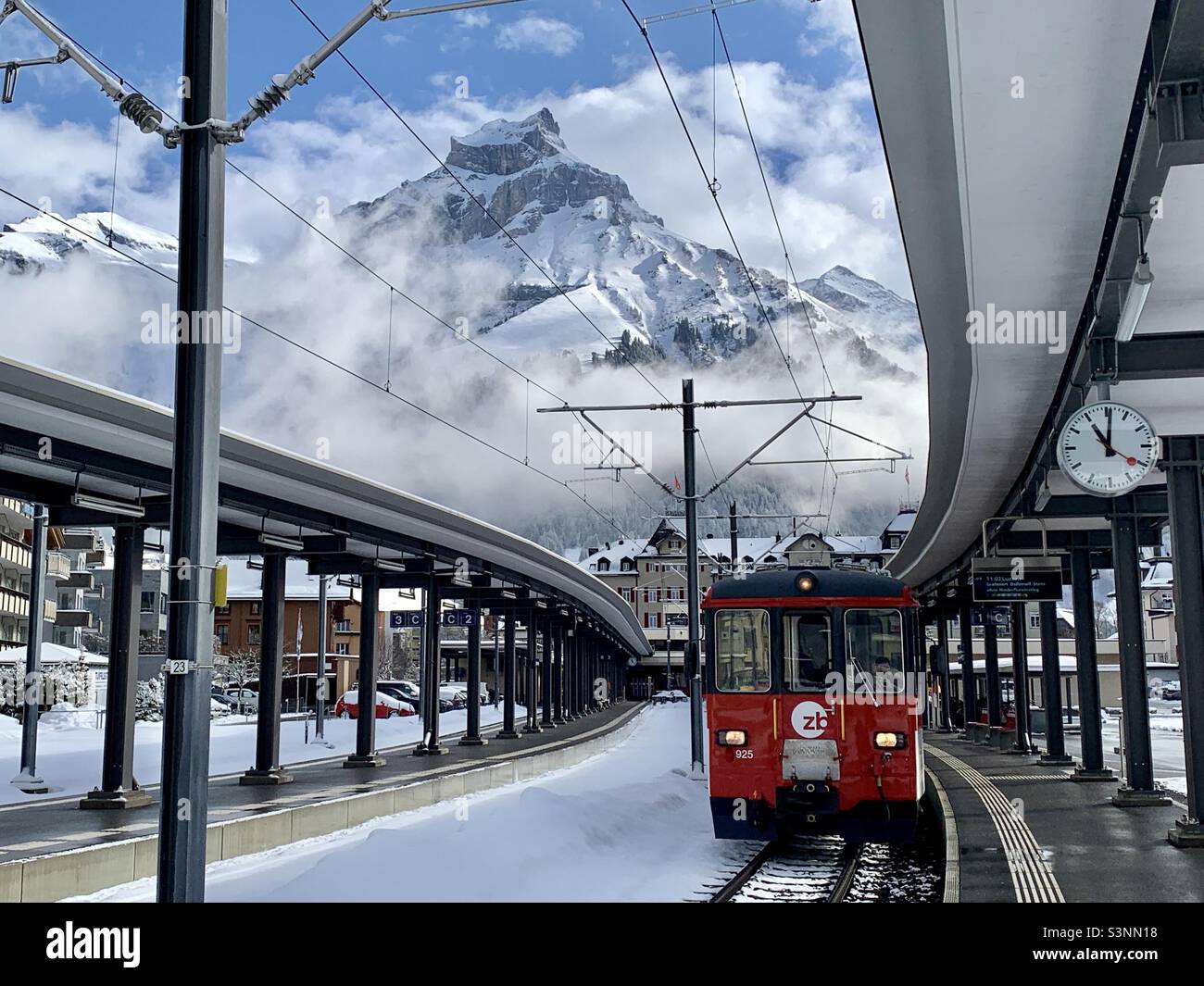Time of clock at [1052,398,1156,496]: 11:01
